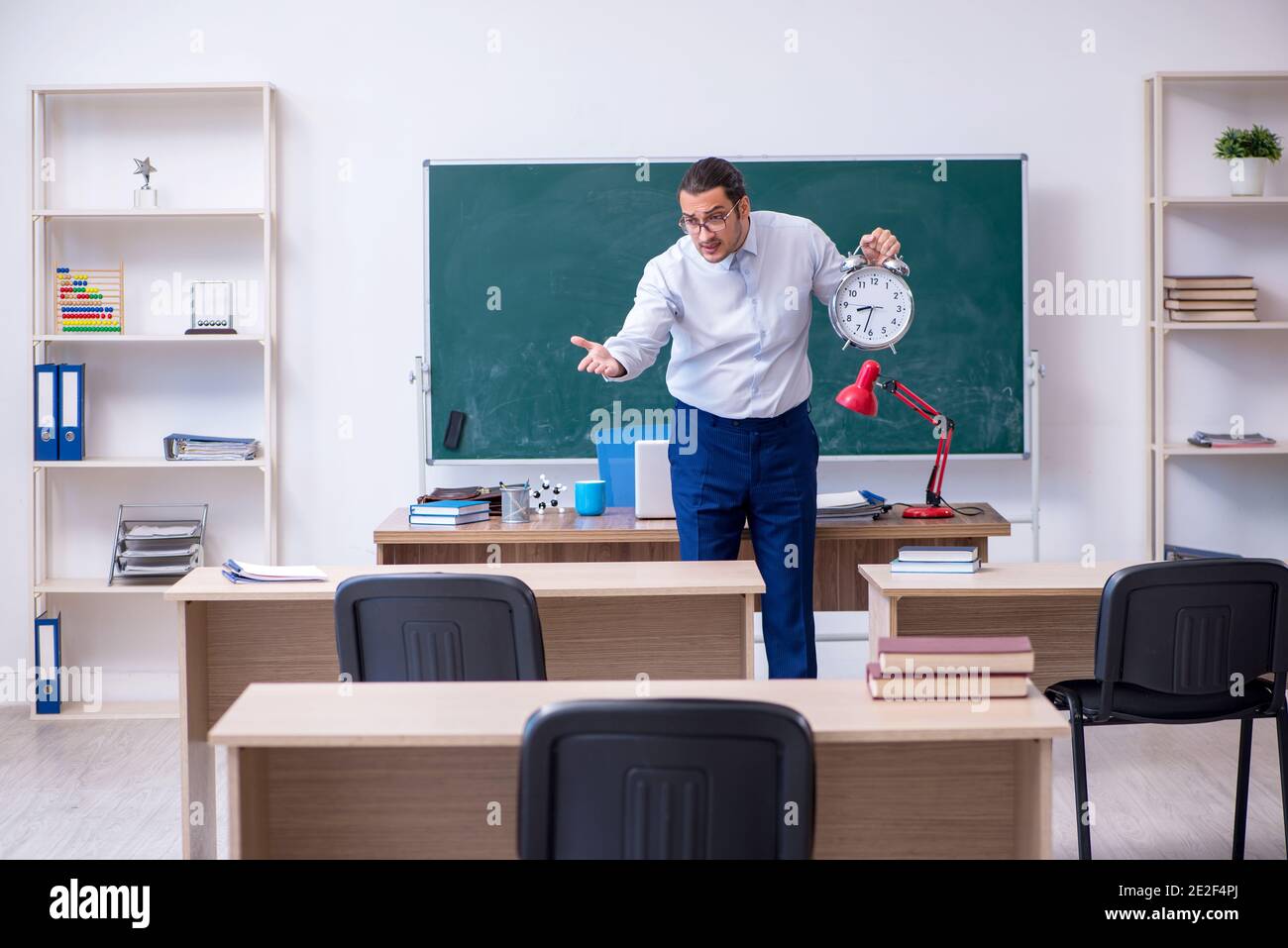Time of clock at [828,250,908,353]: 8:32
